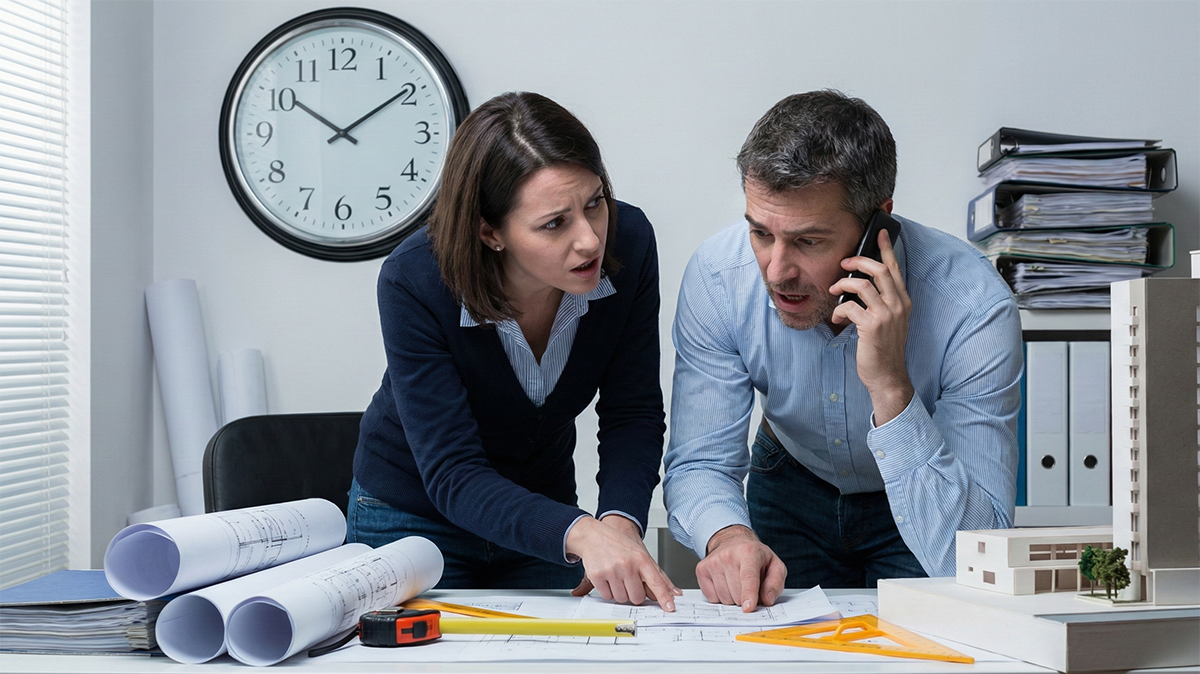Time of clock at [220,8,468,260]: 10:09
